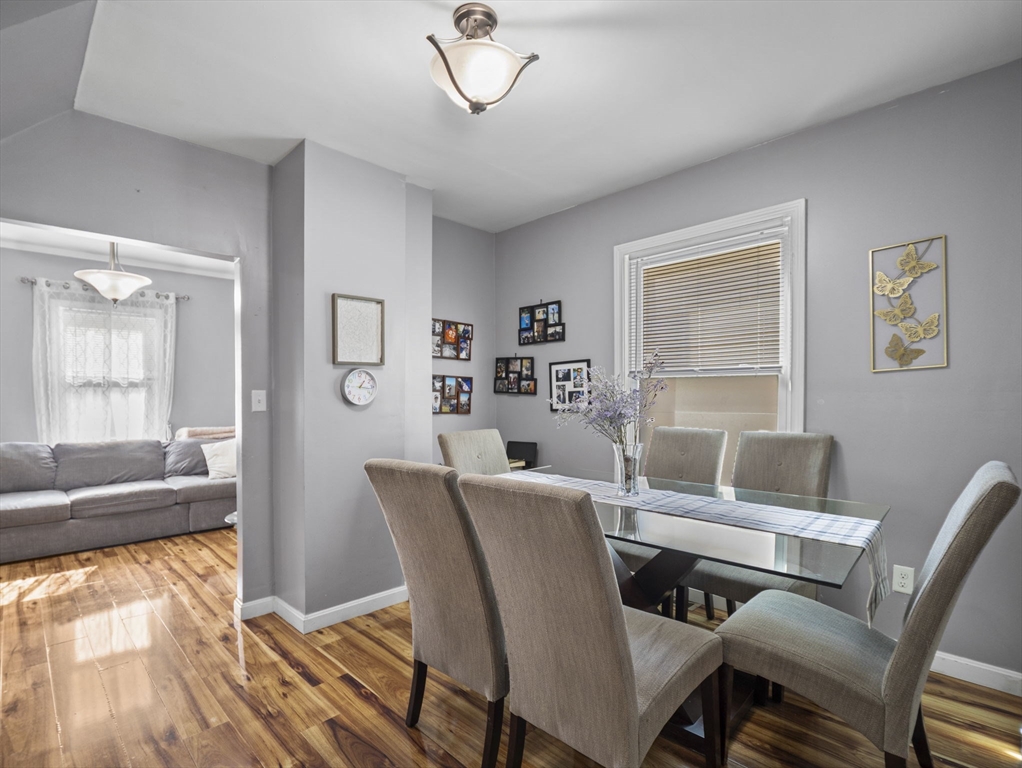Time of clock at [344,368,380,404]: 1:16
